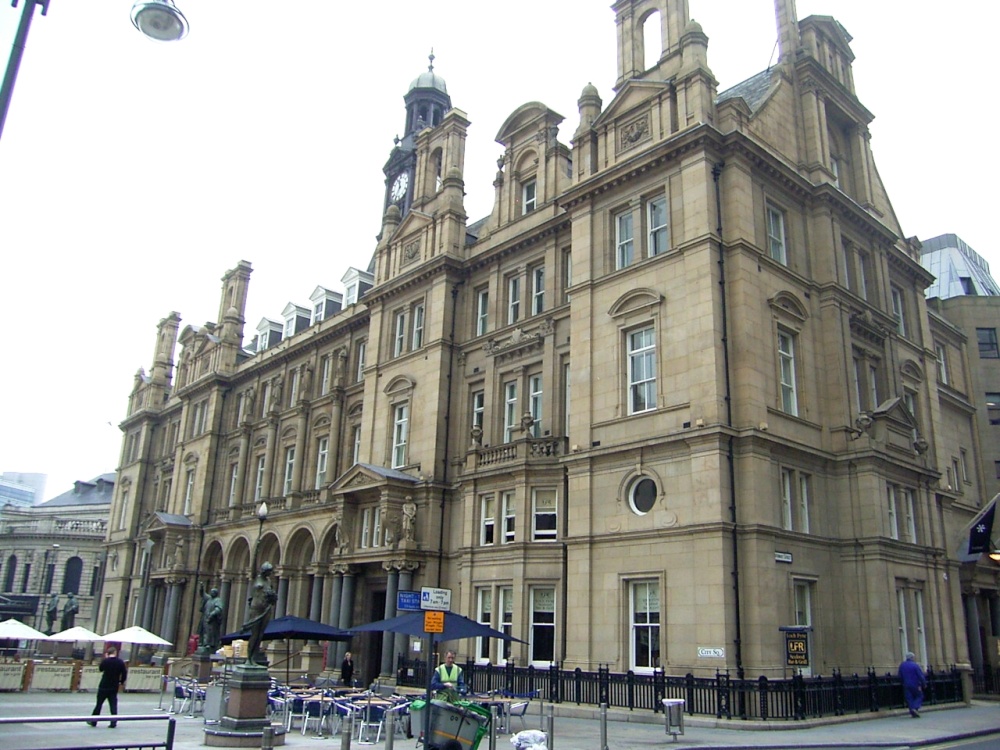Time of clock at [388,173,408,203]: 11:35
